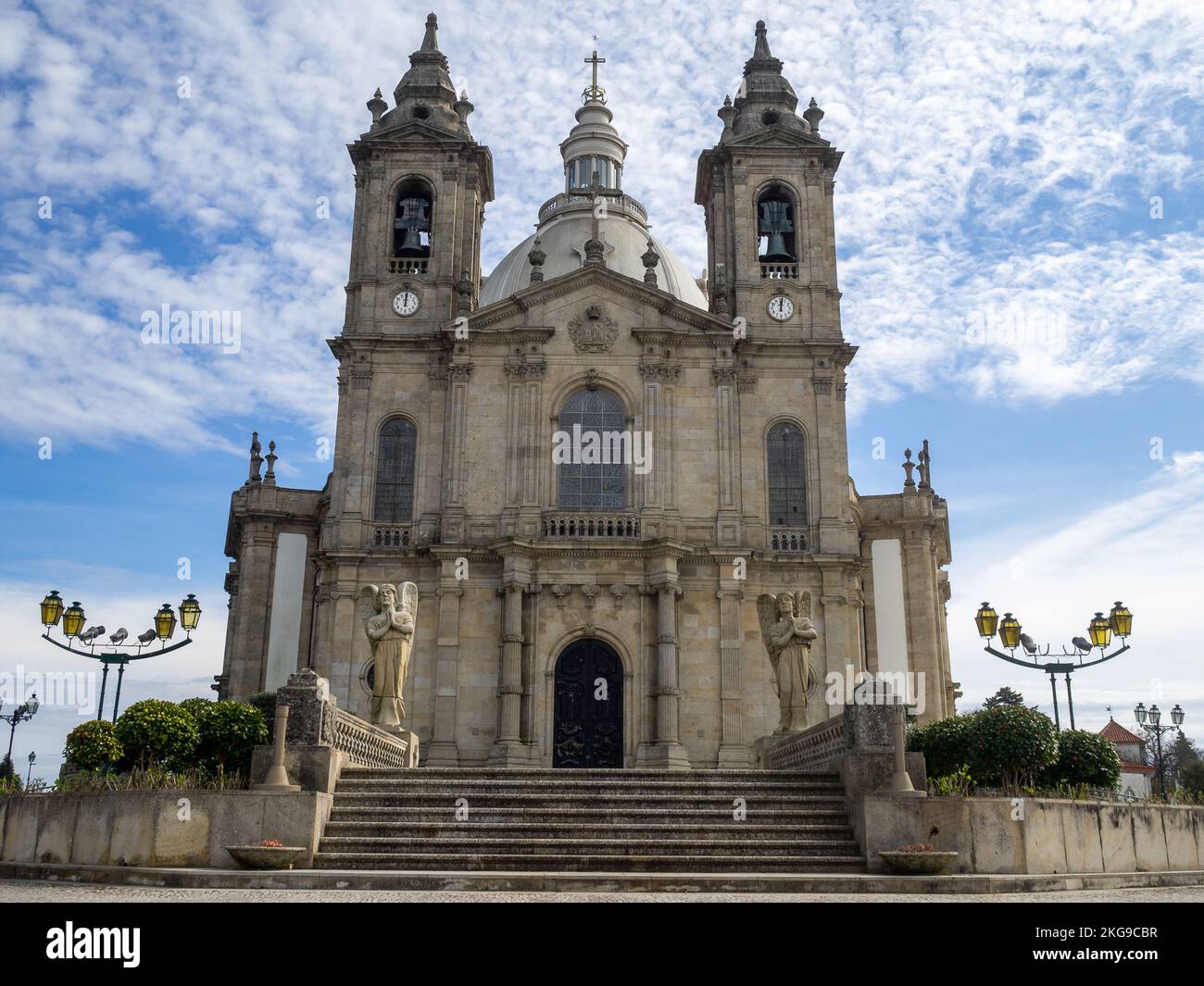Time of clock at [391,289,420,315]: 12:00
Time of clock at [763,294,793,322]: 12:01
